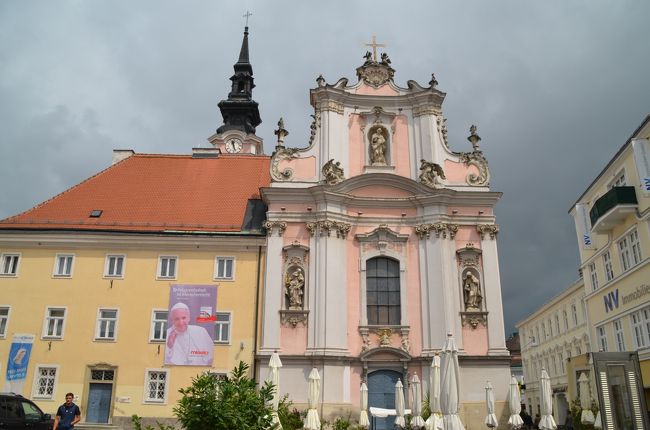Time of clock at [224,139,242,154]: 11:27
